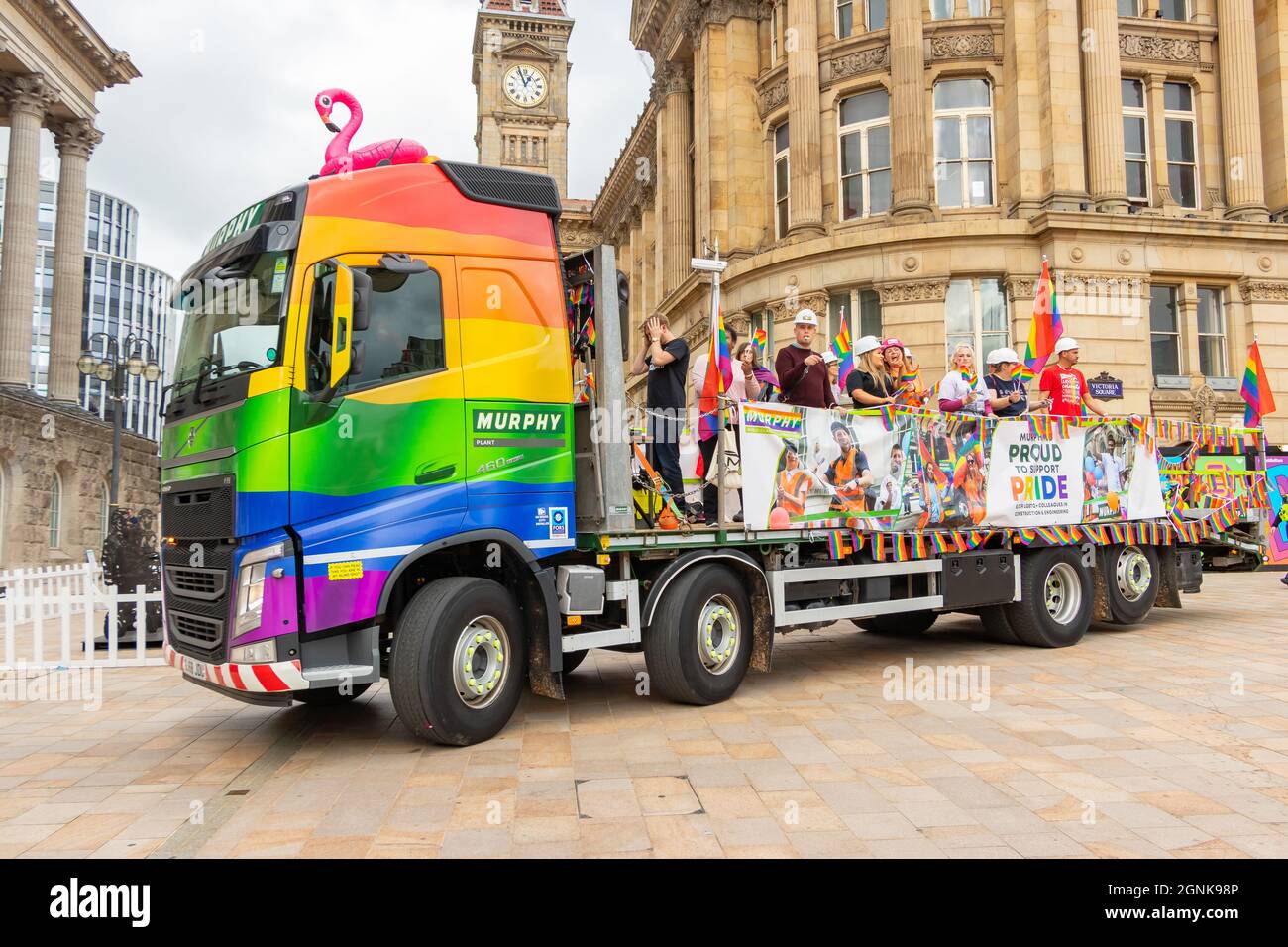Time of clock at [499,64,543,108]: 12:56
